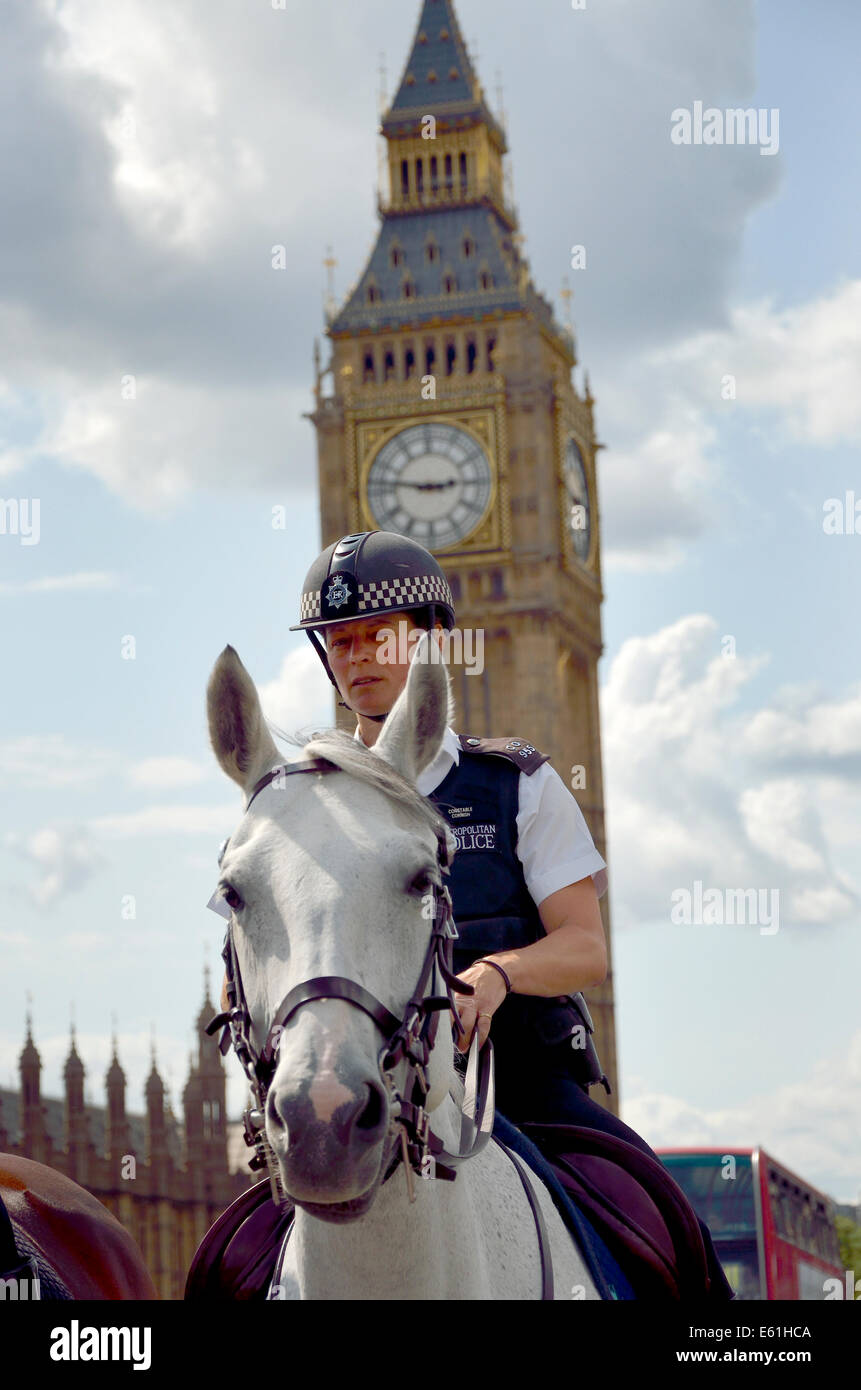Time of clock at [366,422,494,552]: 2:46
